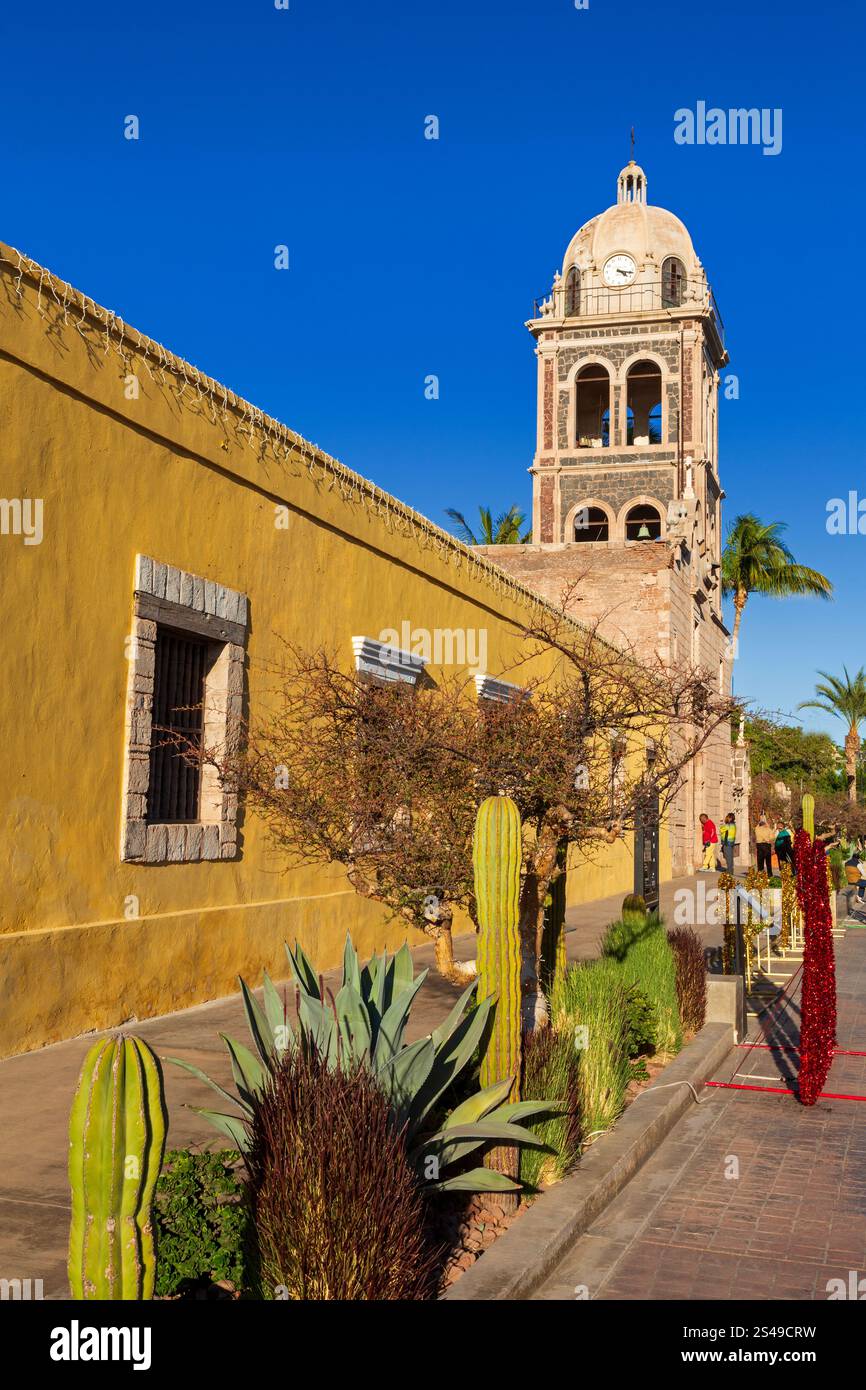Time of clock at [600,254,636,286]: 4:17
